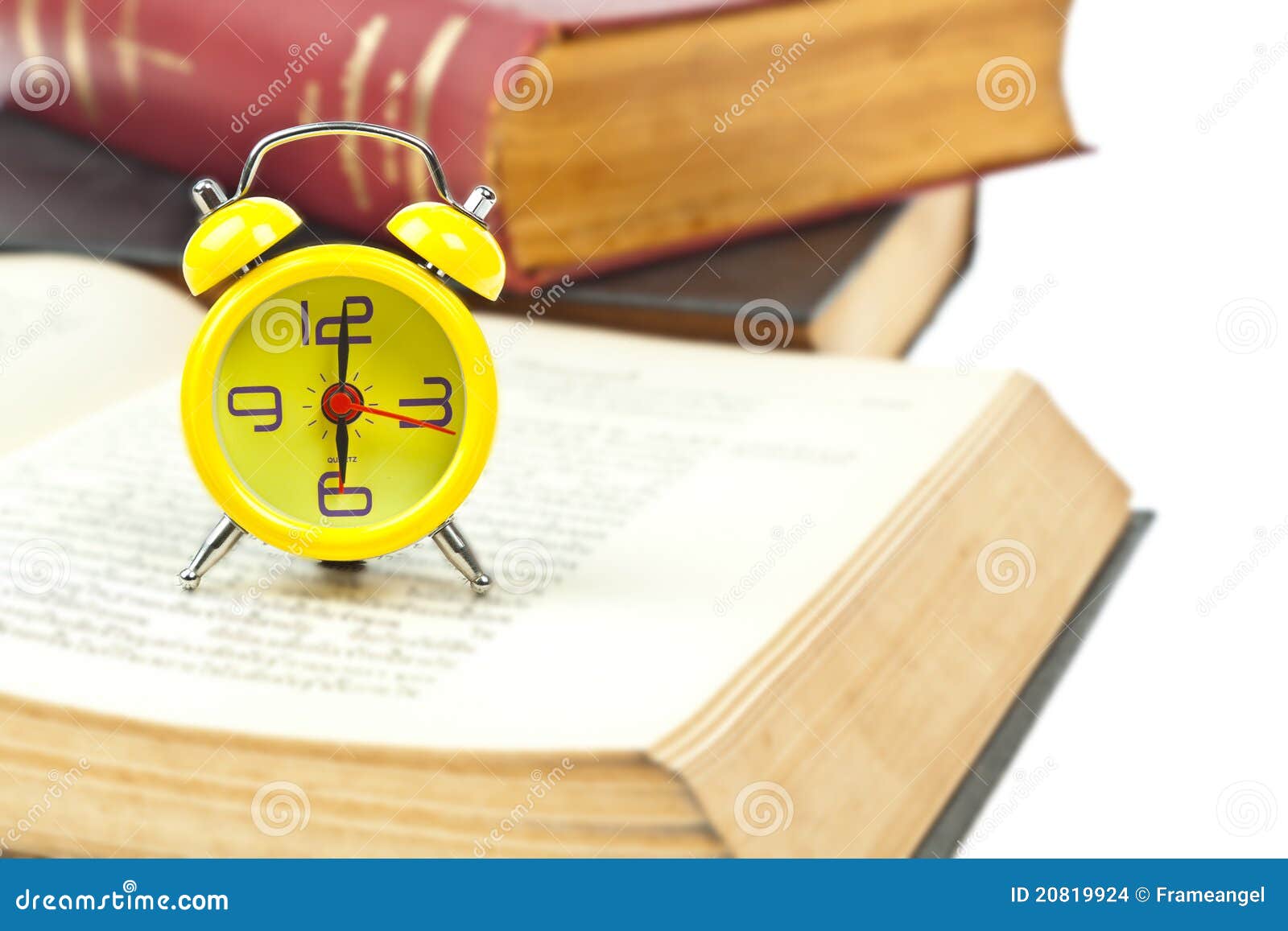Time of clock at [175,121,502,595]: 6:00
